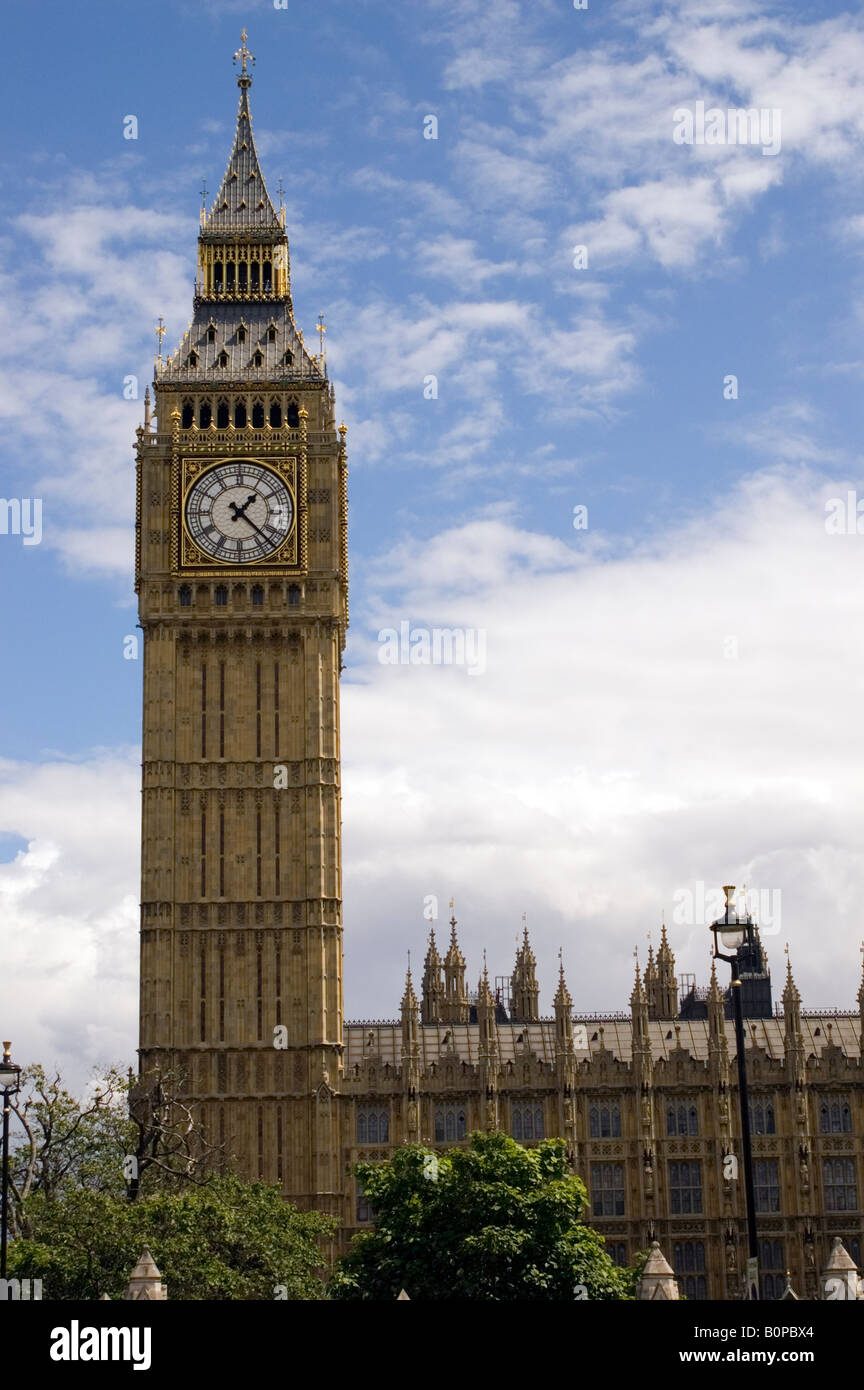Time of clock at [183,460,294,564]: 1:22
